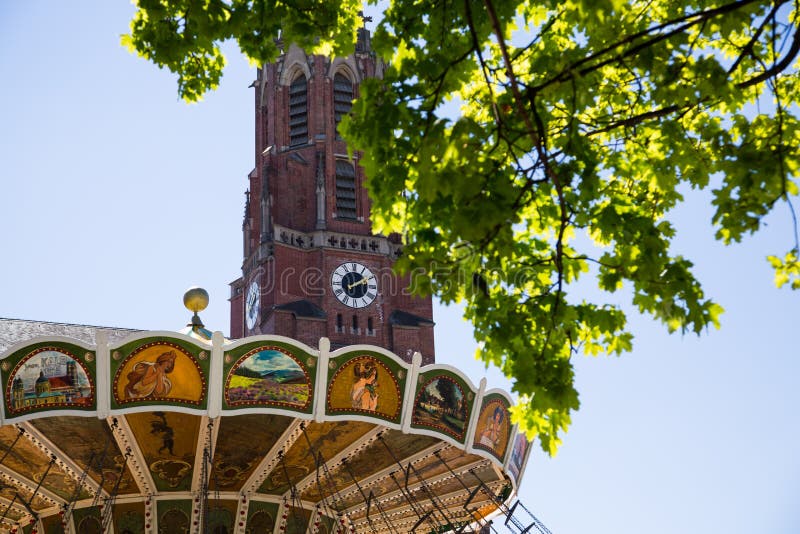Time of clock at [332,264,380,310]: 1:59
